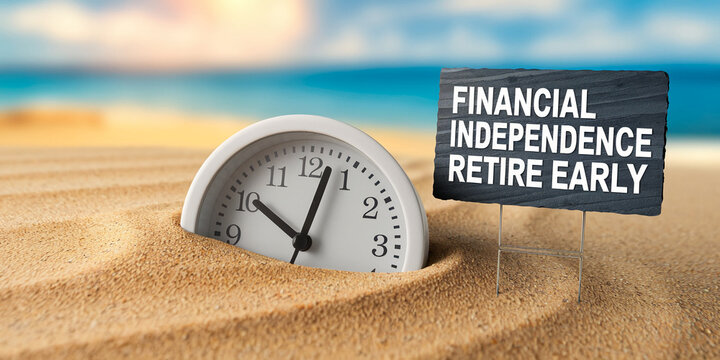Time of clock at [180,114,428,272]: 10:02
